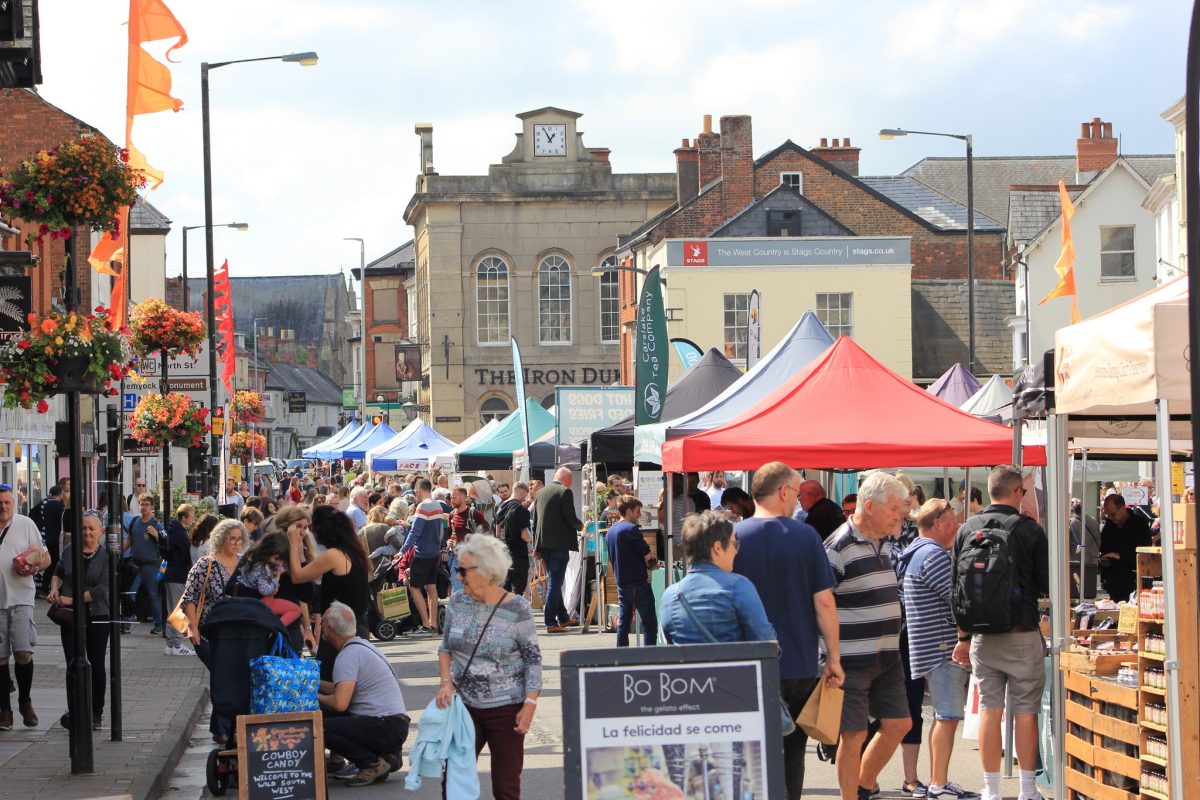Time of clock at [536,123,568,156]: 12:55
